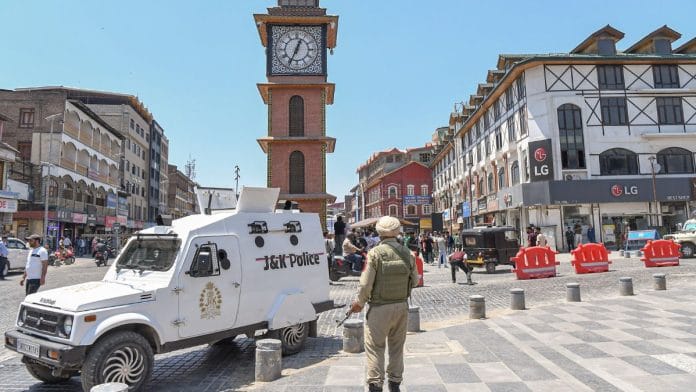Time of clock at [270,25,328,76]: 12:34
